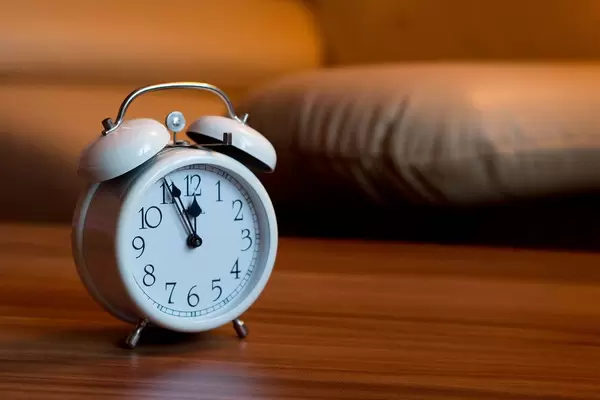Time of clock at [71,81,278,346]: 11:56
